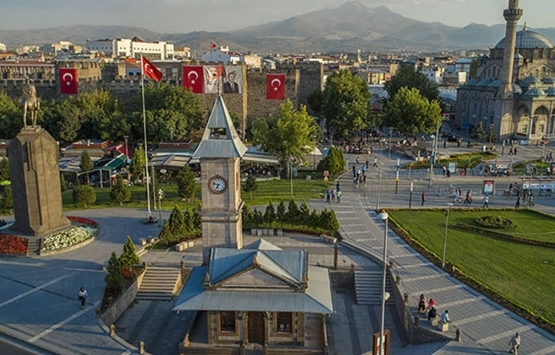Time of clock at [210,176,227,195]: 6:47
